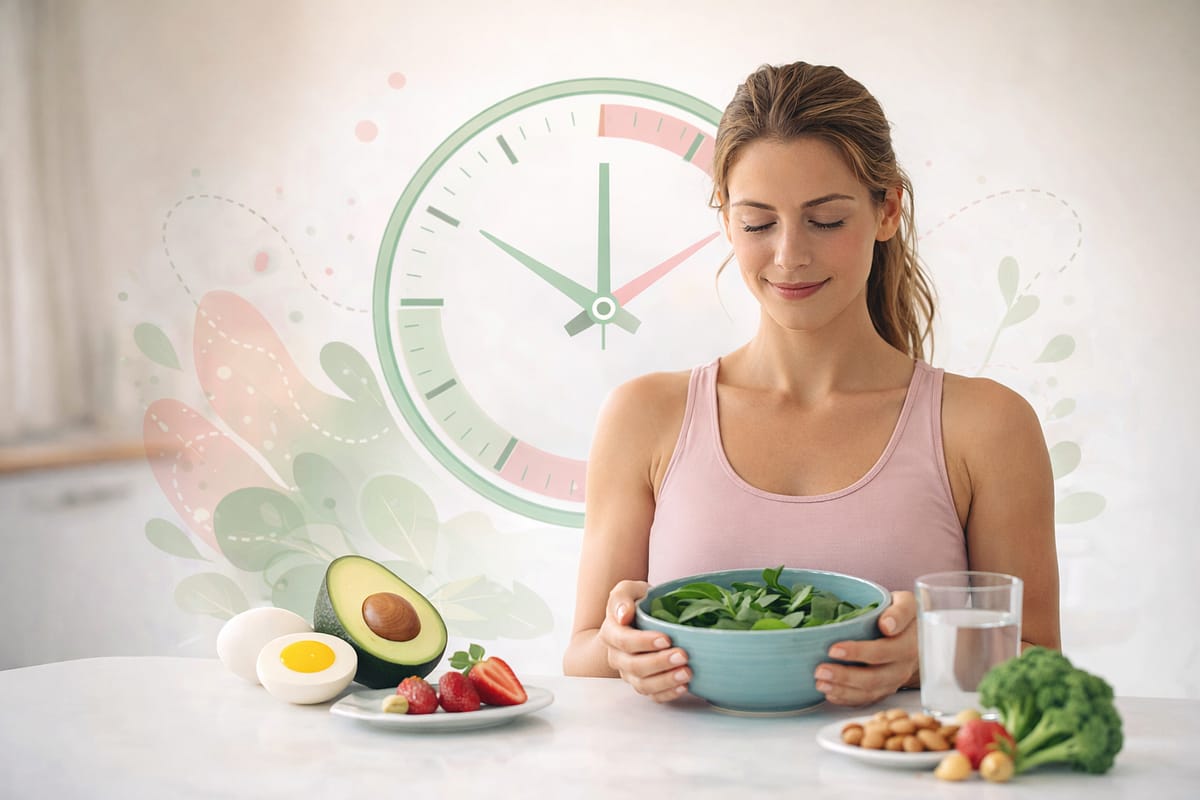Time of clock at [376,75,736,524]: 10:00
